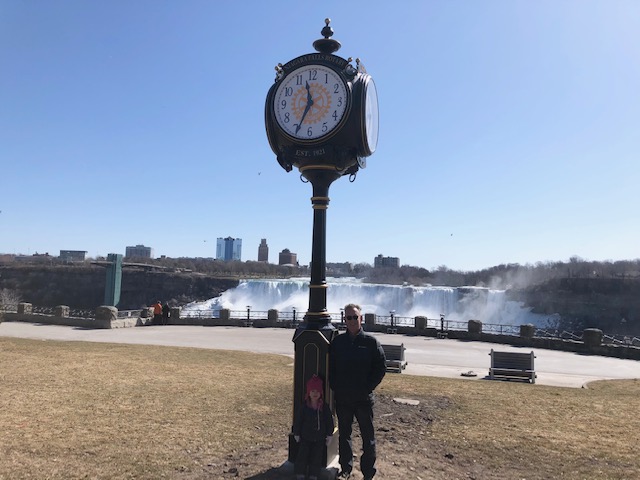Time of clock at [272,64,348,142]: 11:34
